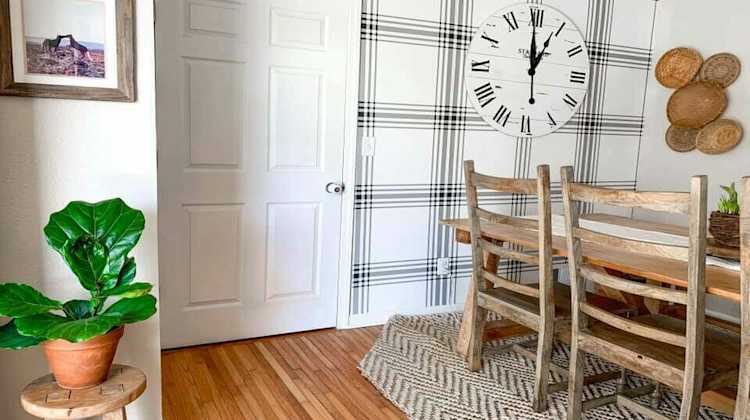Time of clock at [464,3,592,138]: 12:59
